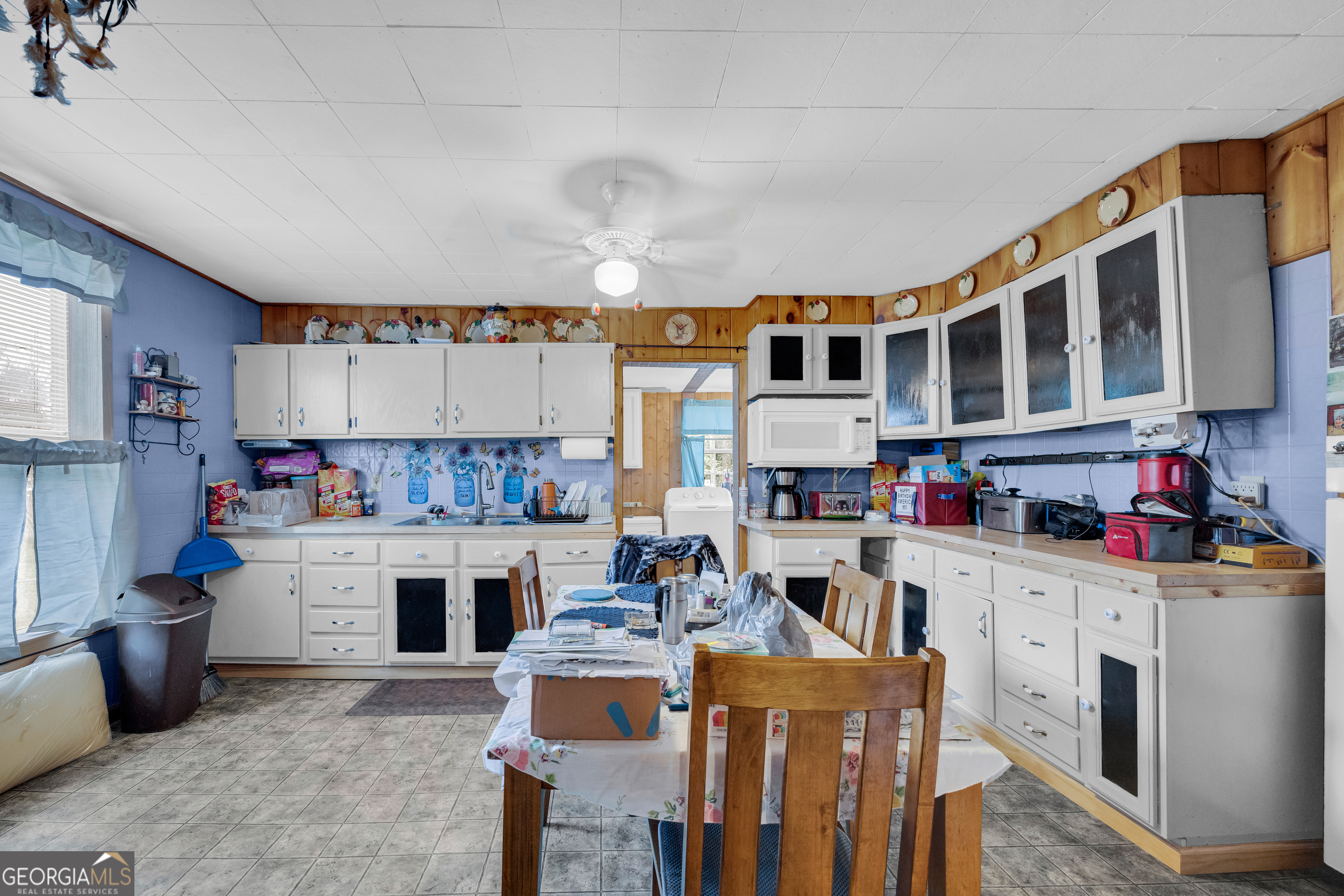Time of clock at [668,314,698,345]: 1:52
